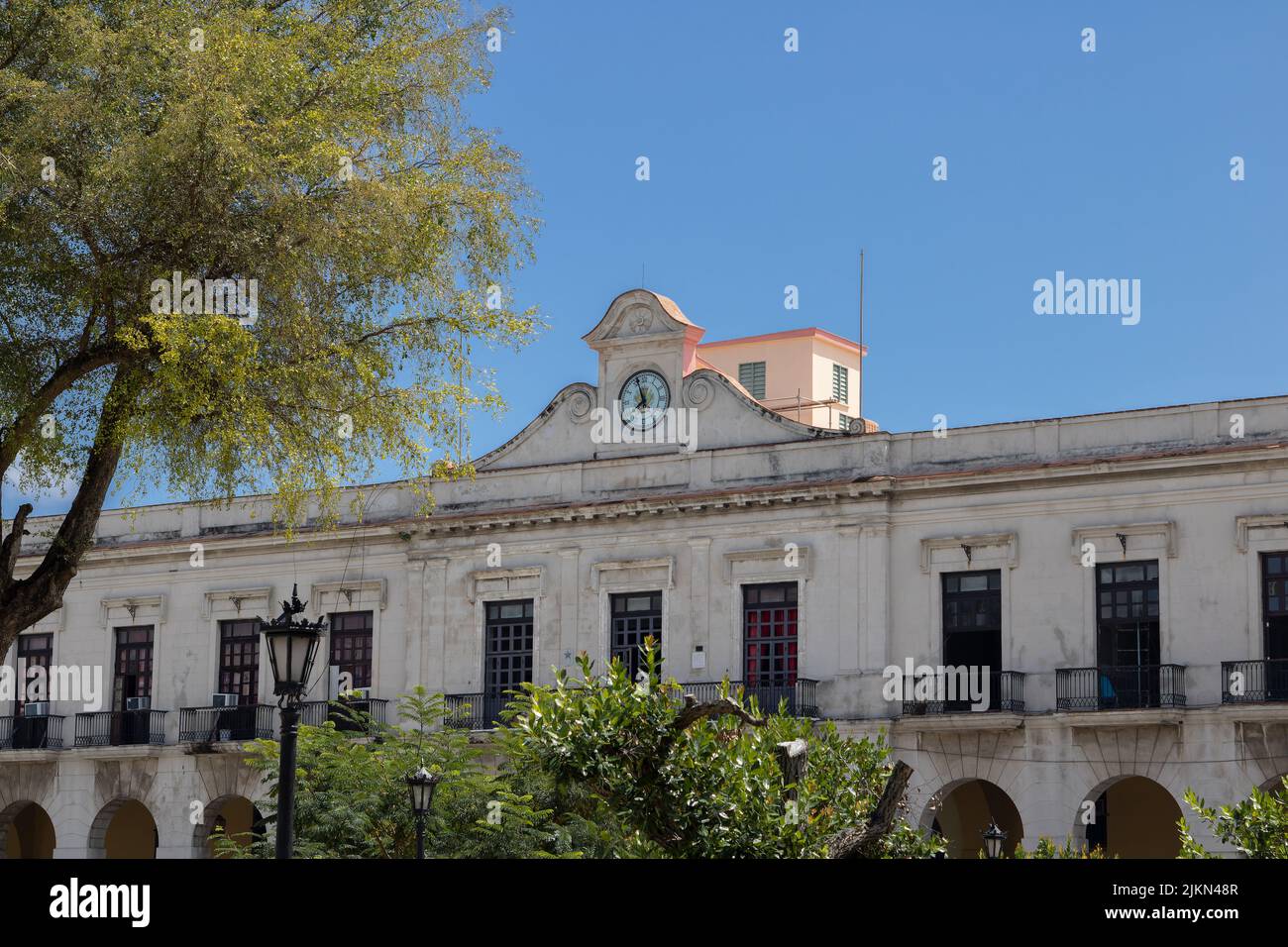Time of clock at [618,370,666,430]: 7:56
